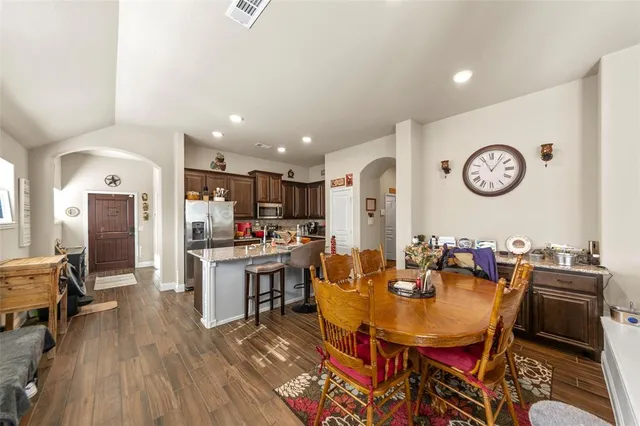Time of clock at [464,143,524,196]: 11:06
